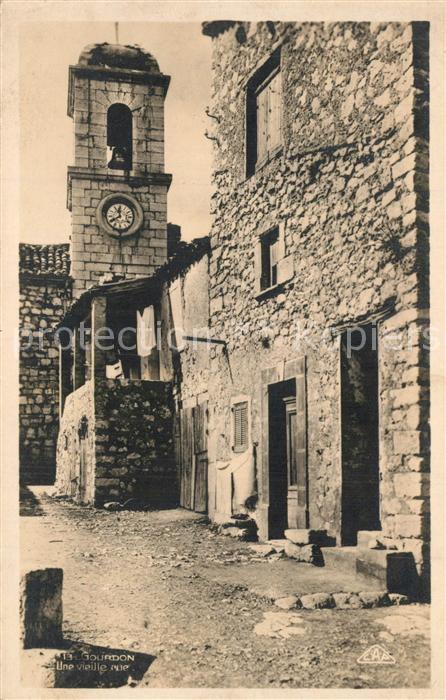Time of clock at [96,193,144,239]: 11:40
